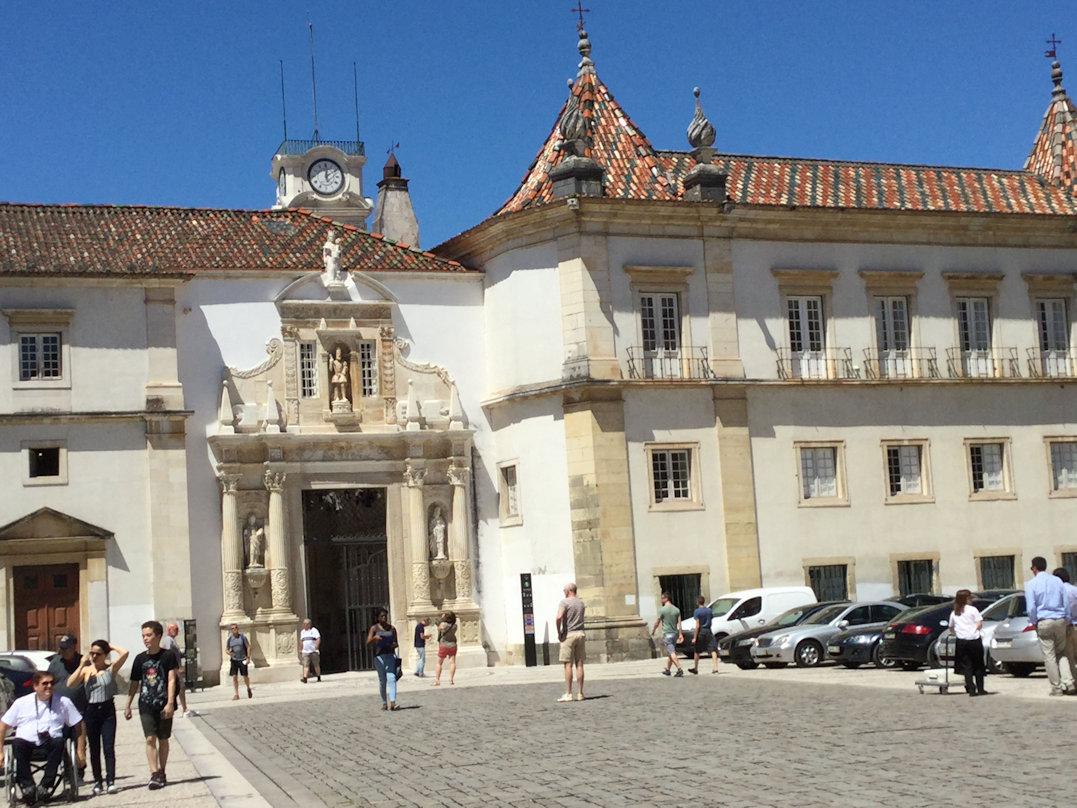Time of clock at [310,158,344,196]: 12:09
